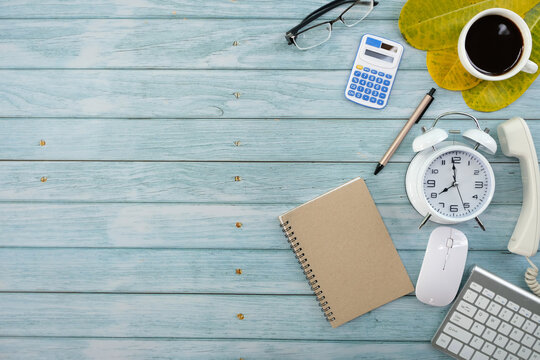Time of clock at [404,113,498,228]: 7:59
